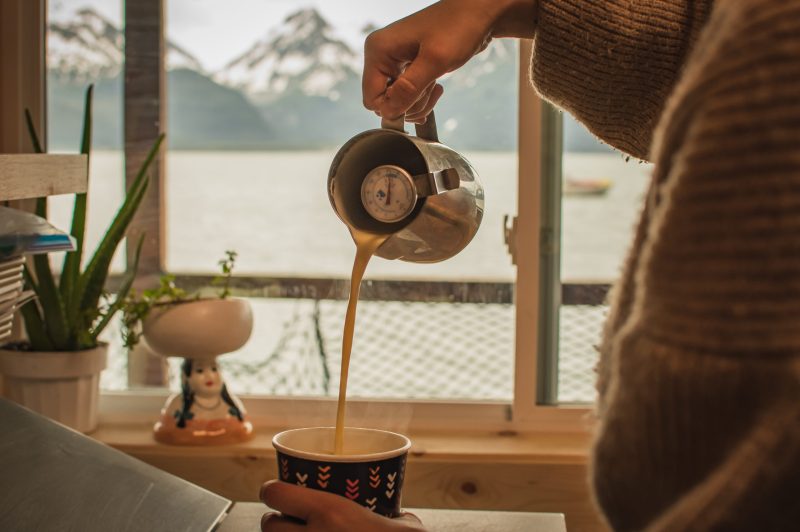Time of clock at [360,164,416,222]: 9:01
